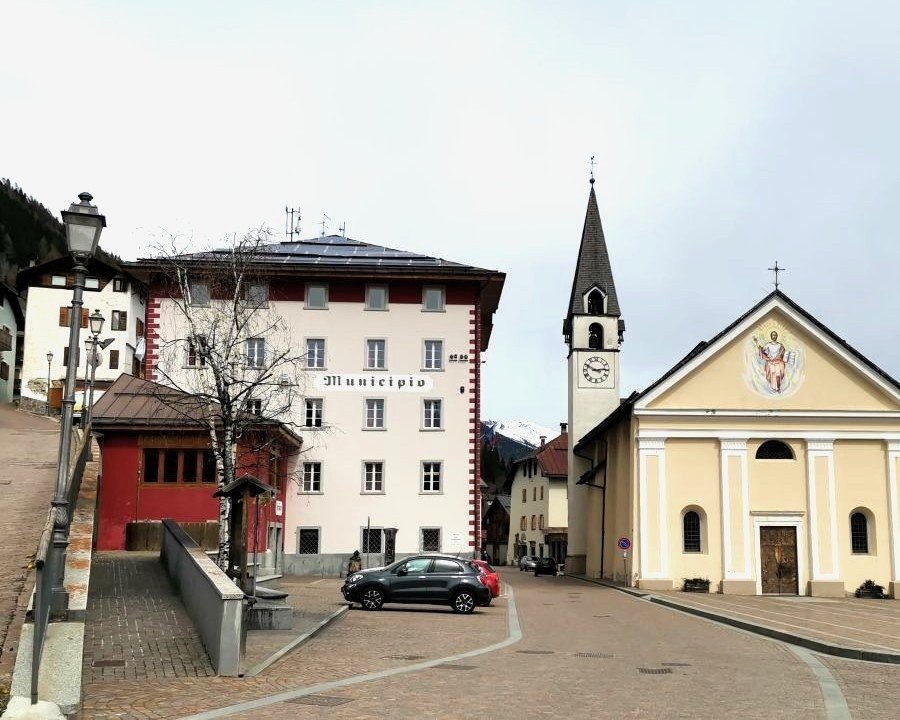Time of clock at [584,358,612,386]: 2:49
